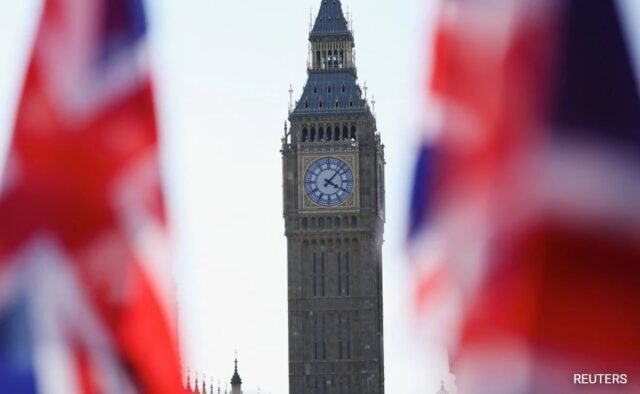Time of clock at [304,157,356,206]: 4:07
